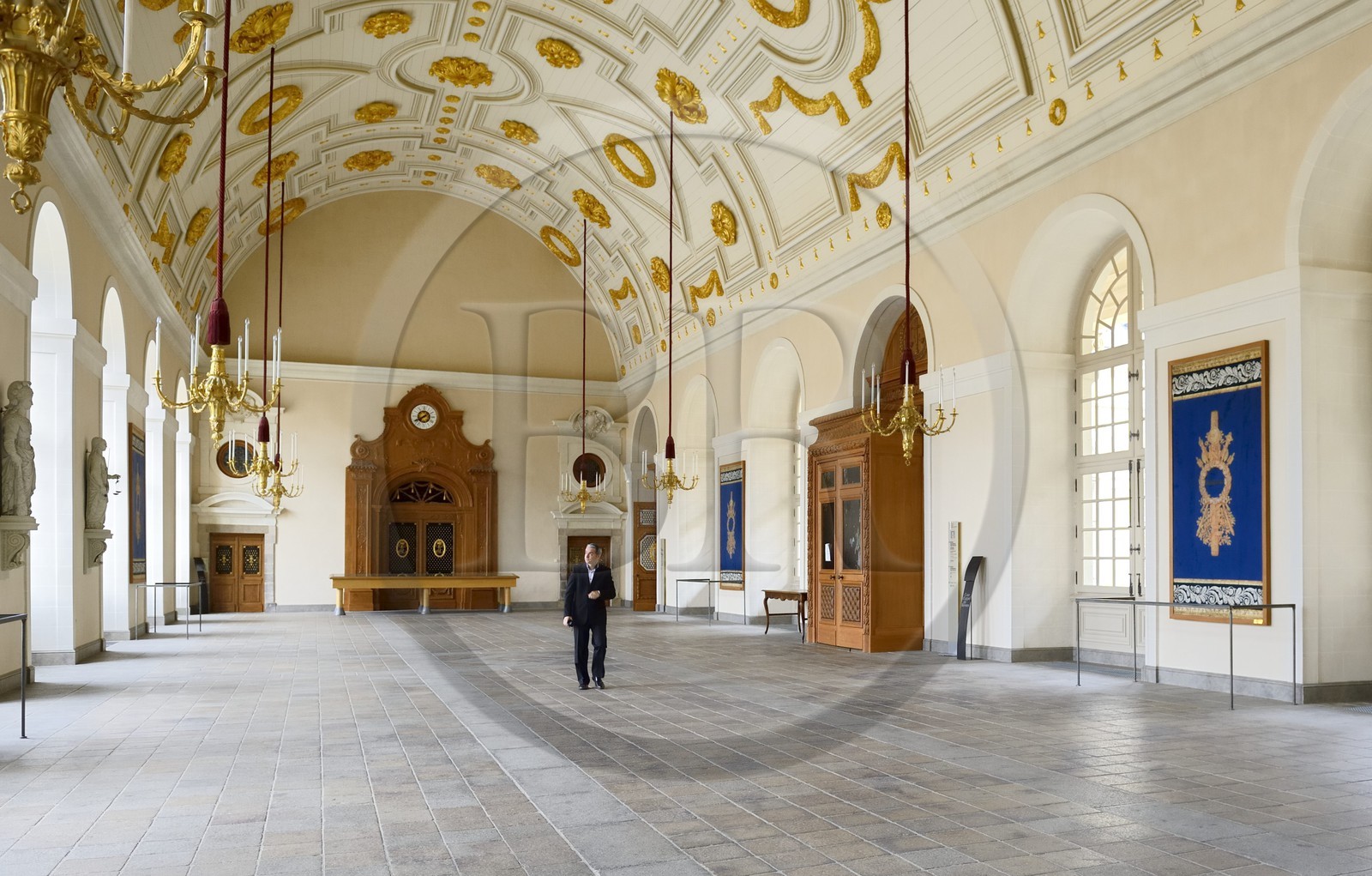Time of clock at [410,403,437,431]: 1:39
